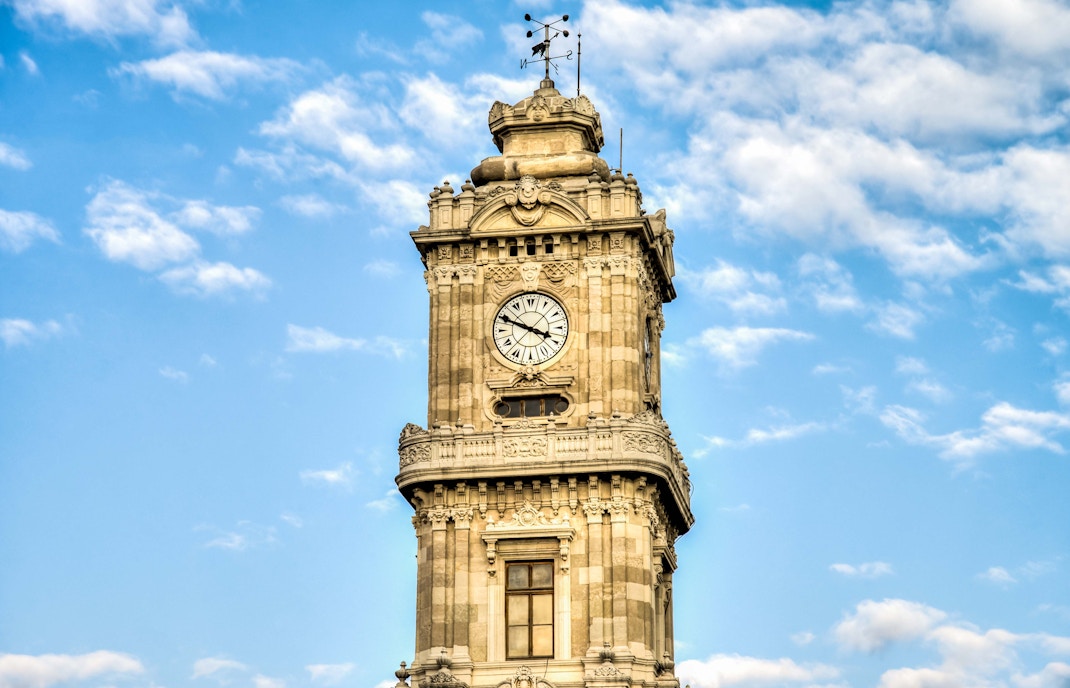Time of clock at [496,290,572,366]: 3:49
